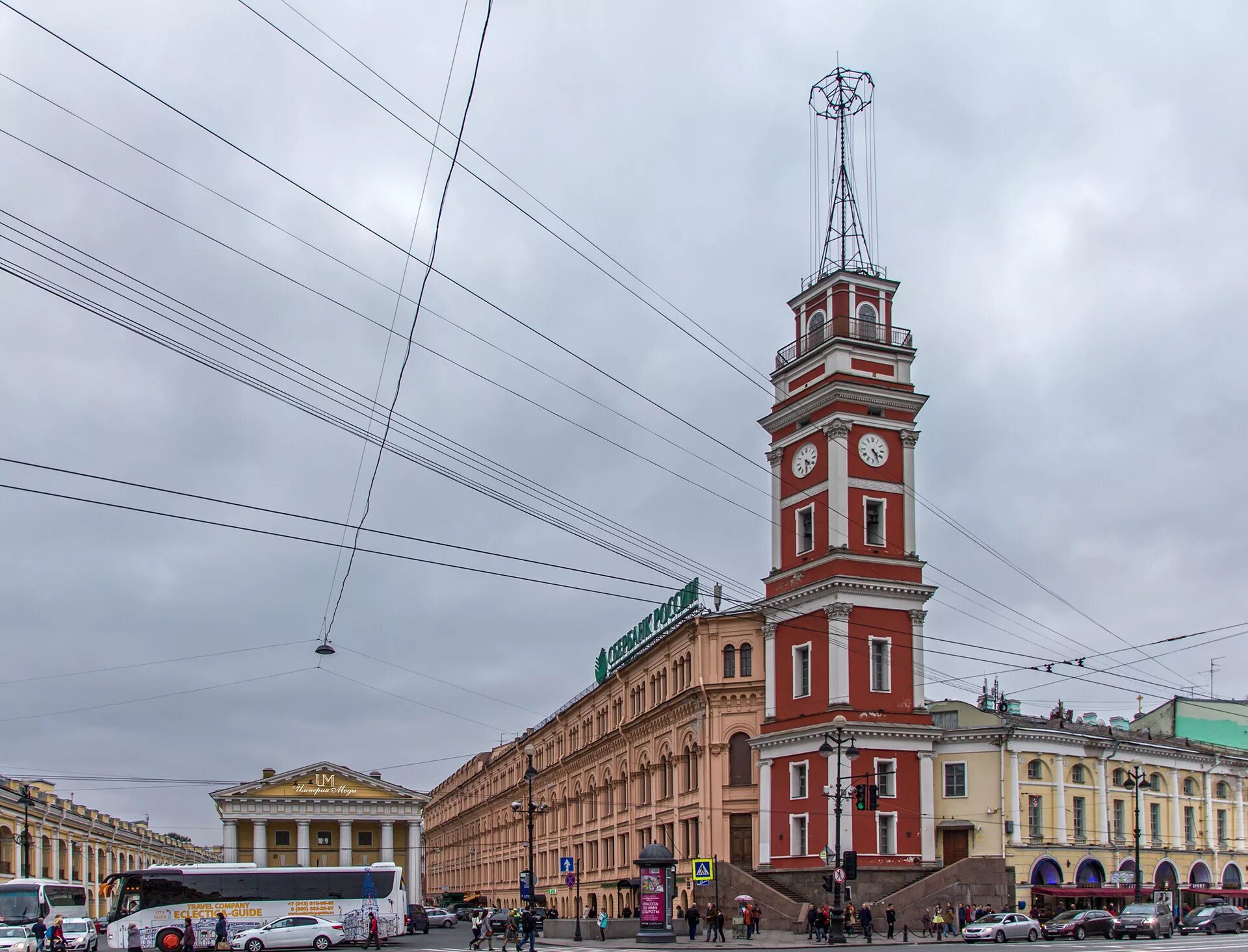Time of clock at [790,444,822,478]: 4:29
